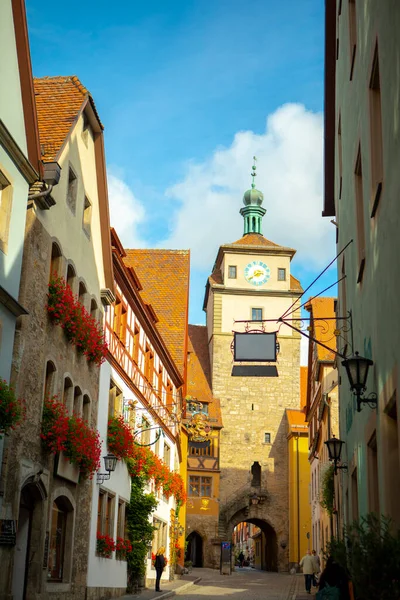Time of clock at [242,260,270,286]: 2:40
